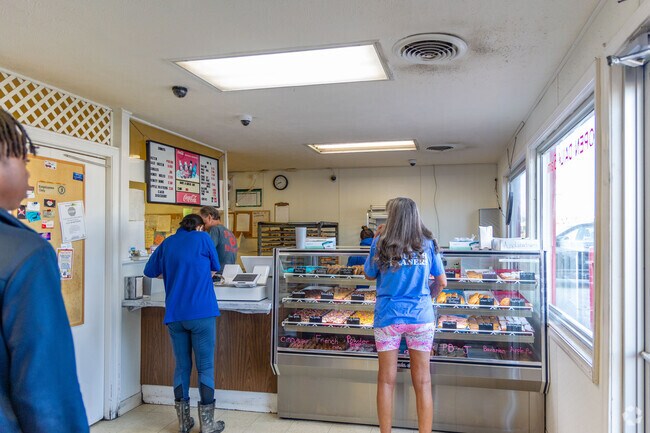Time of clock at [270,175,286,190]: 8:41
